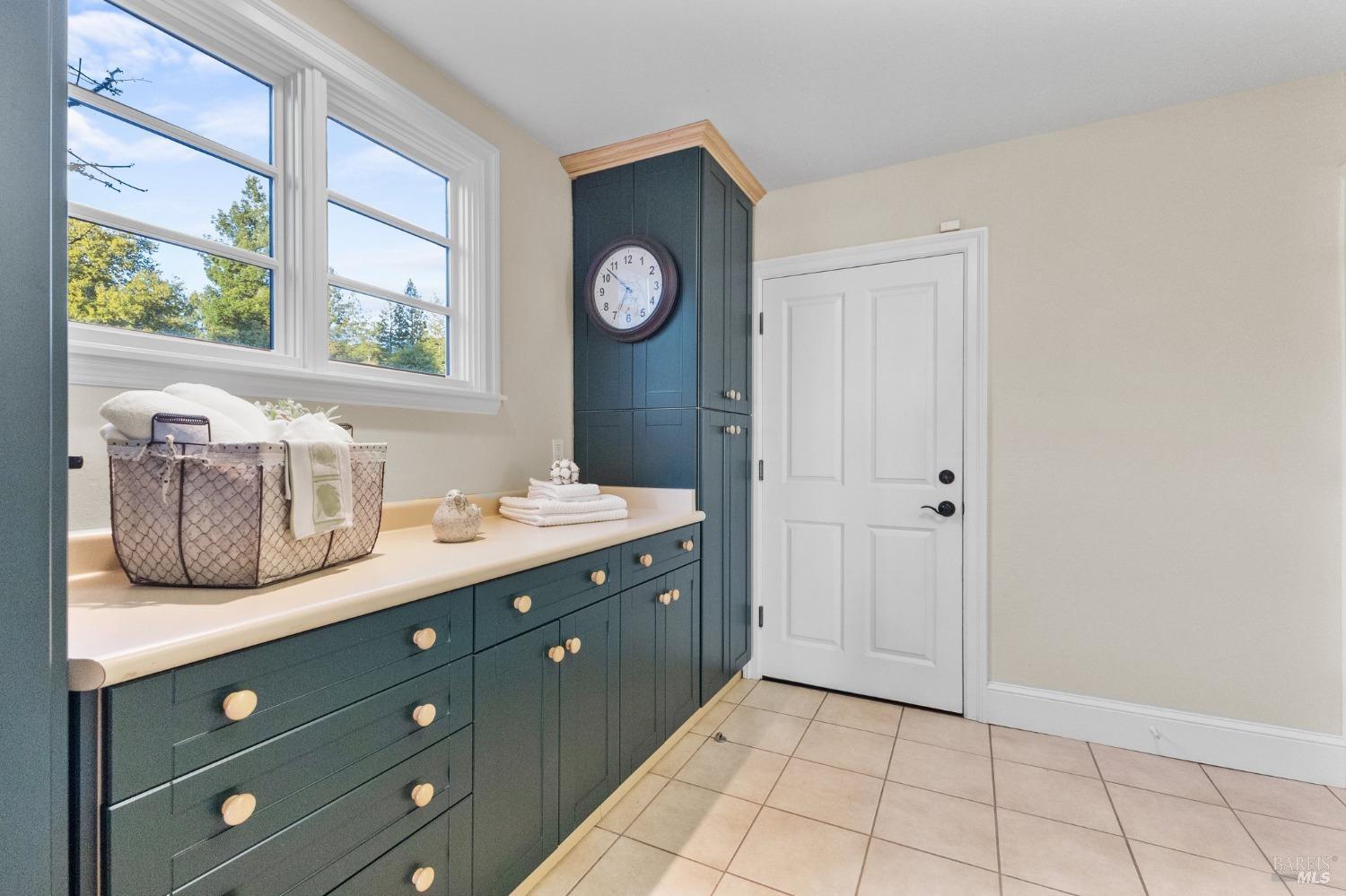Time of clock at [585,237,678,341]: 6:52
